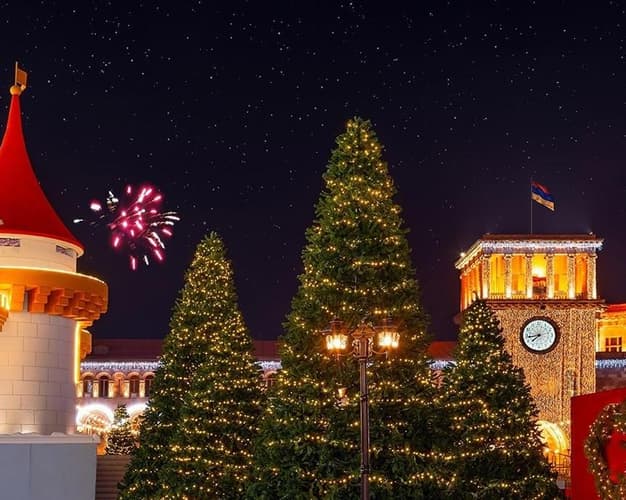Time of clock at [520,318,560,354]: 7:43
